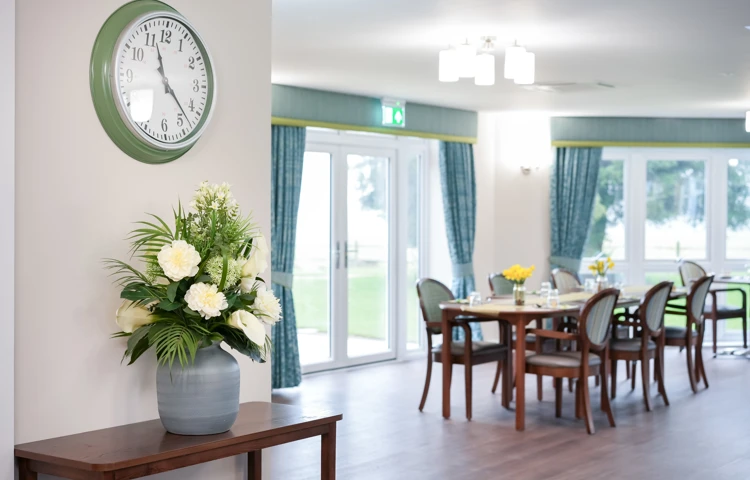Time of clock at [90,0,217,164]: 11:22
